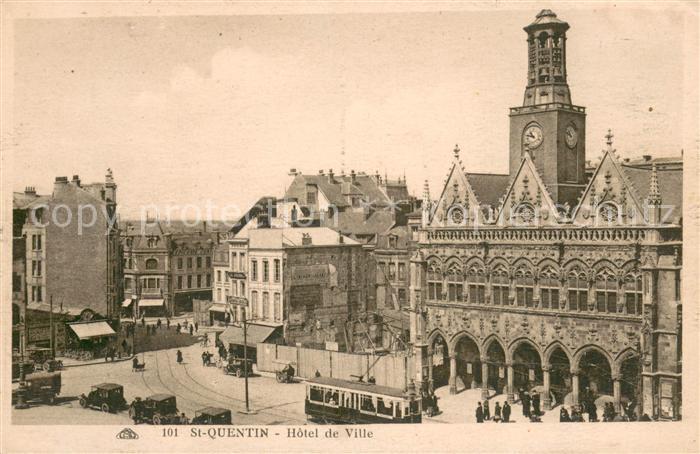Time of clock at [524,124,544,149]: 10:47
